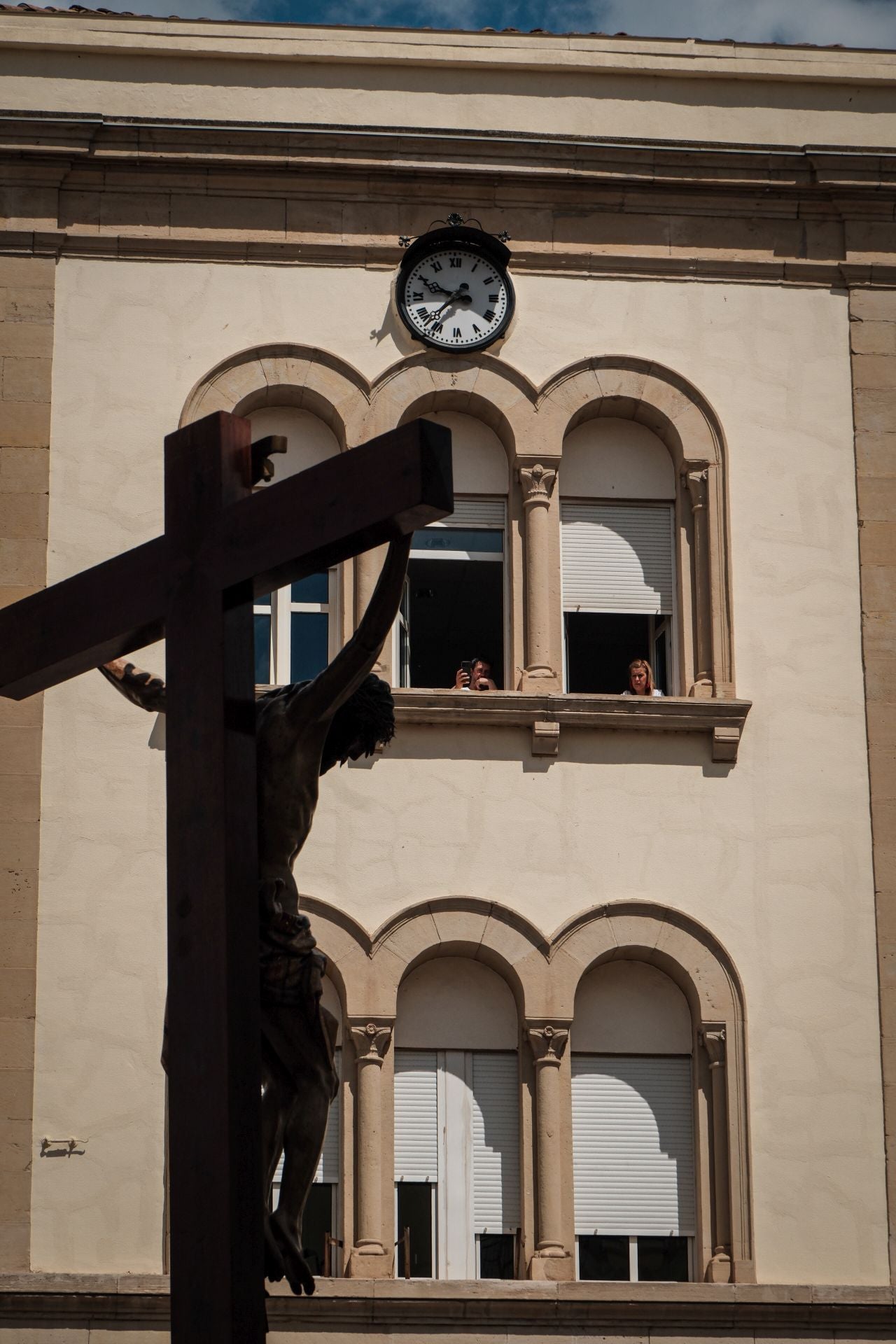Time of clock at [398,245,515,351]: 9:37
